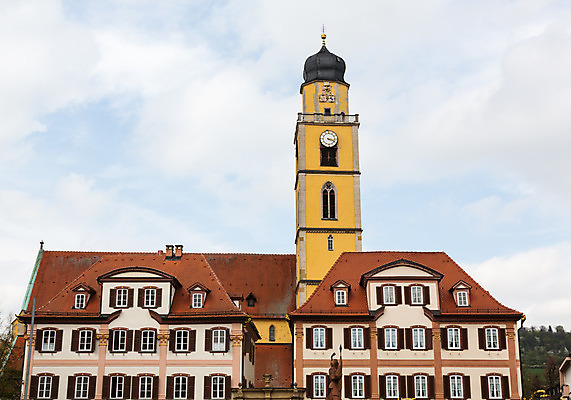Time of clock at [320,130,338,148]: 3:18
